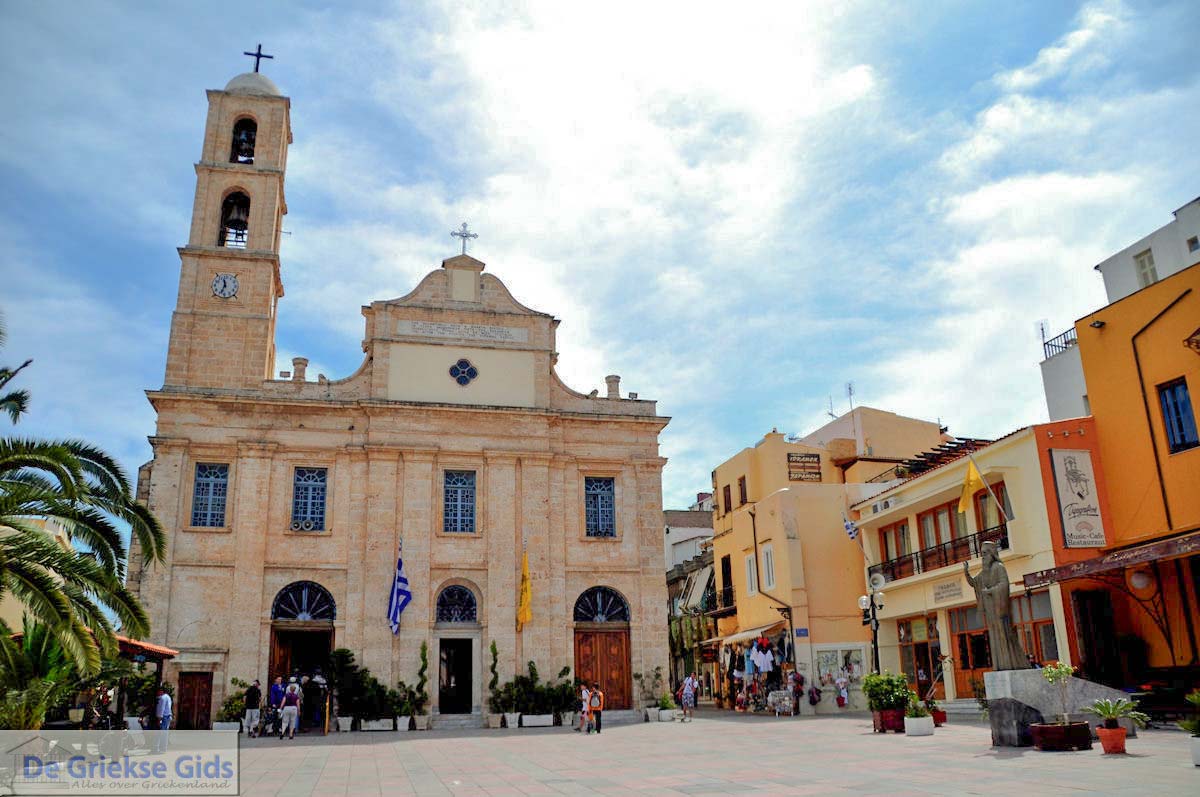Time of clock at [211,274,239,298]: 11:33
